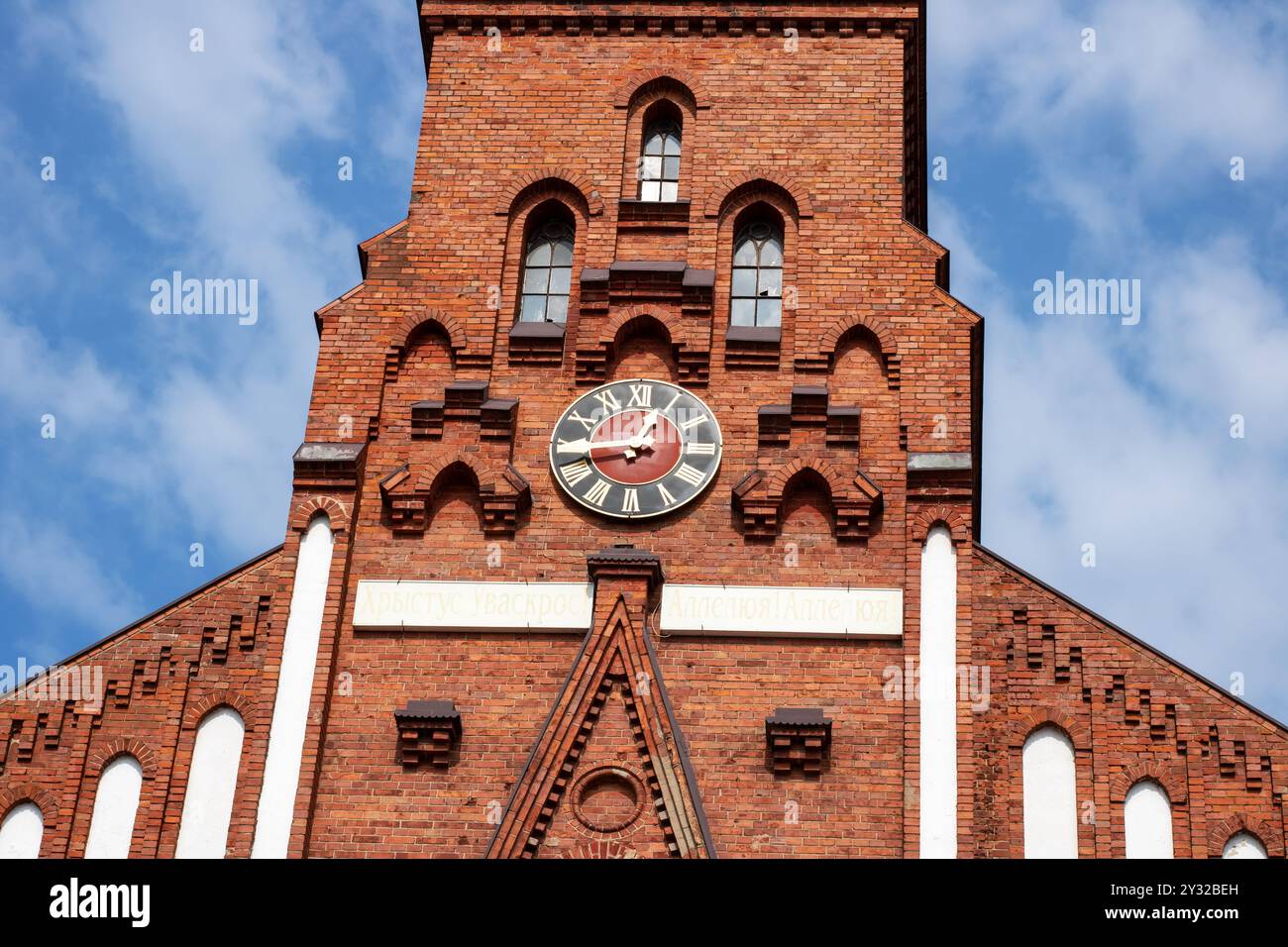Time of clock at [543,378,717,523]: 12:43
